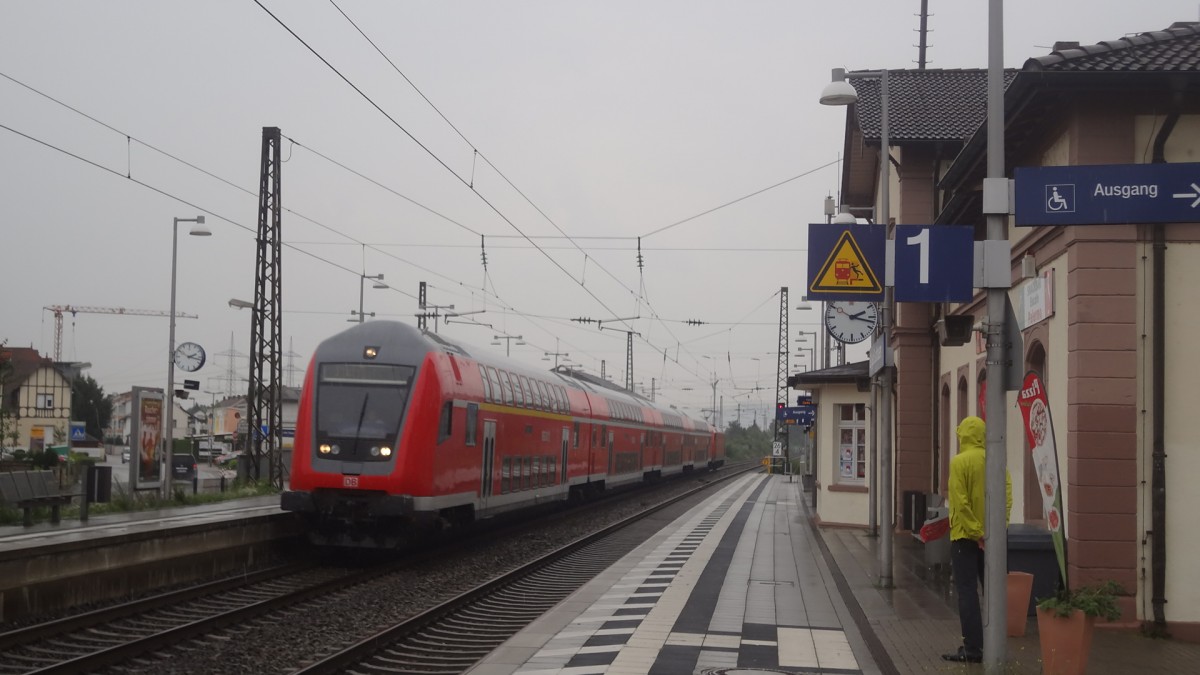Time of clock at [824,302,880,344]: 2:17
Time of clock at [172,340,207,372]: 2:17
